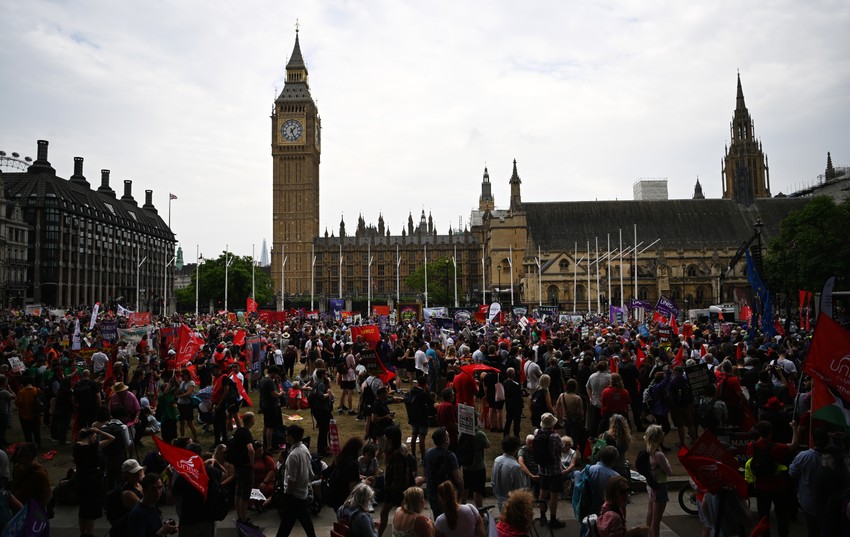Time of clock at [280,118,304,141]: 1:26
